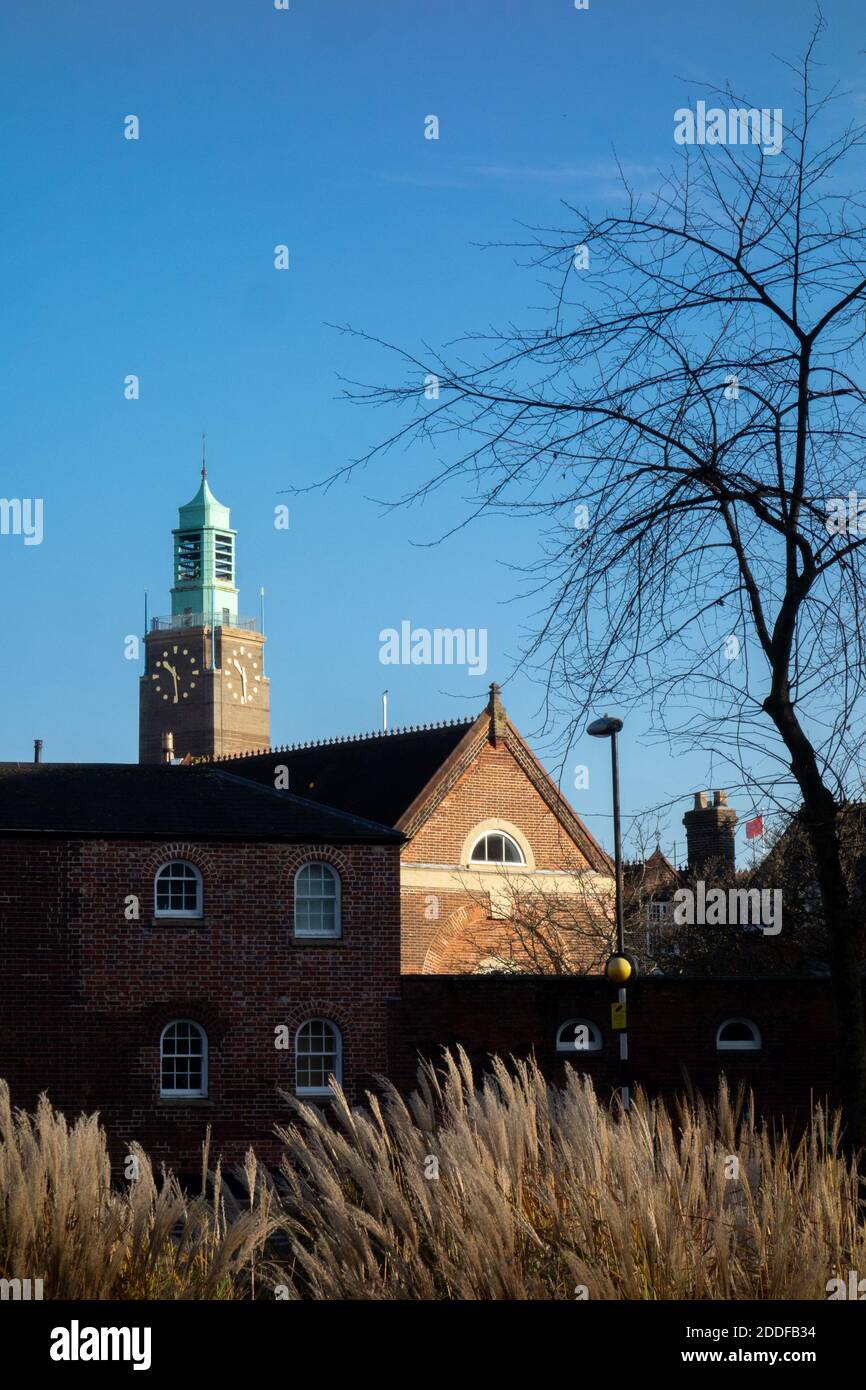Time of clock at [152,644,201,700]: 10:29
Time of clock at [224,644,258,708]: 10:28
